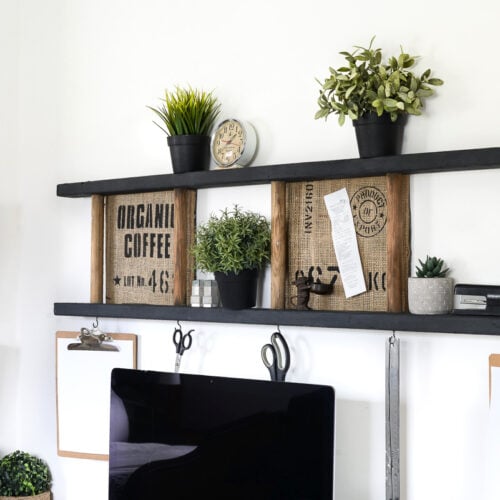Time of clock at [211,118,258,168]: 1:39
